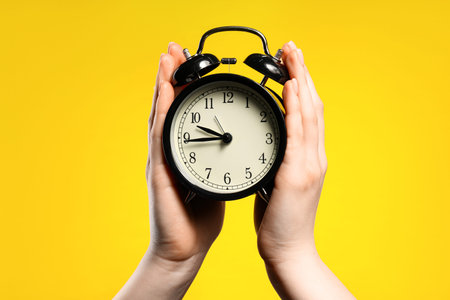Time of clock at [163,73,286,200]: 9:44
